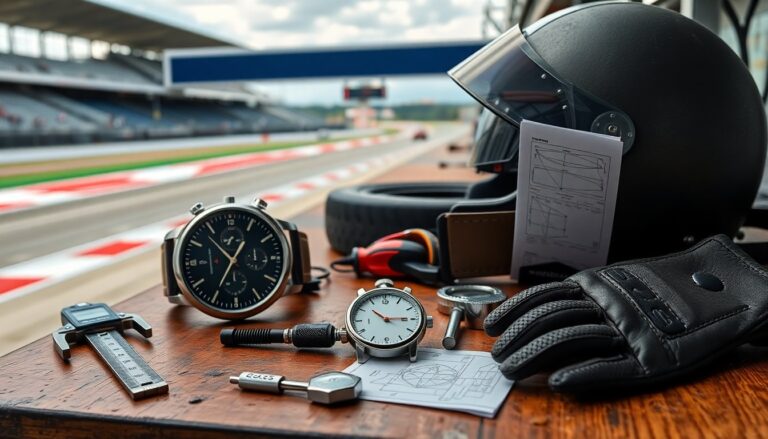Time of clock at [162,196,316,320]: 10:35
